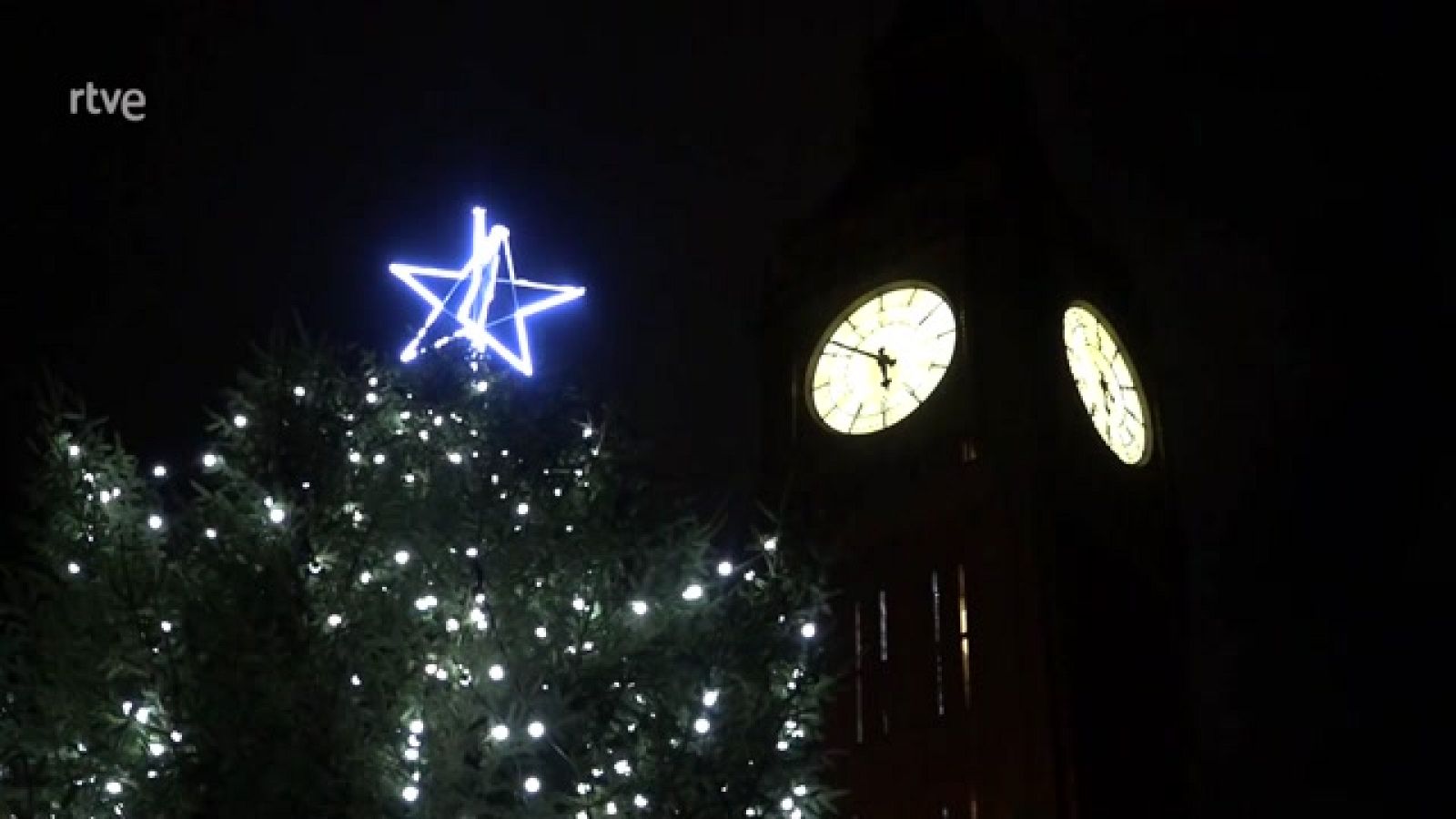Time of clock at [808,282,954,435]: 5:51
